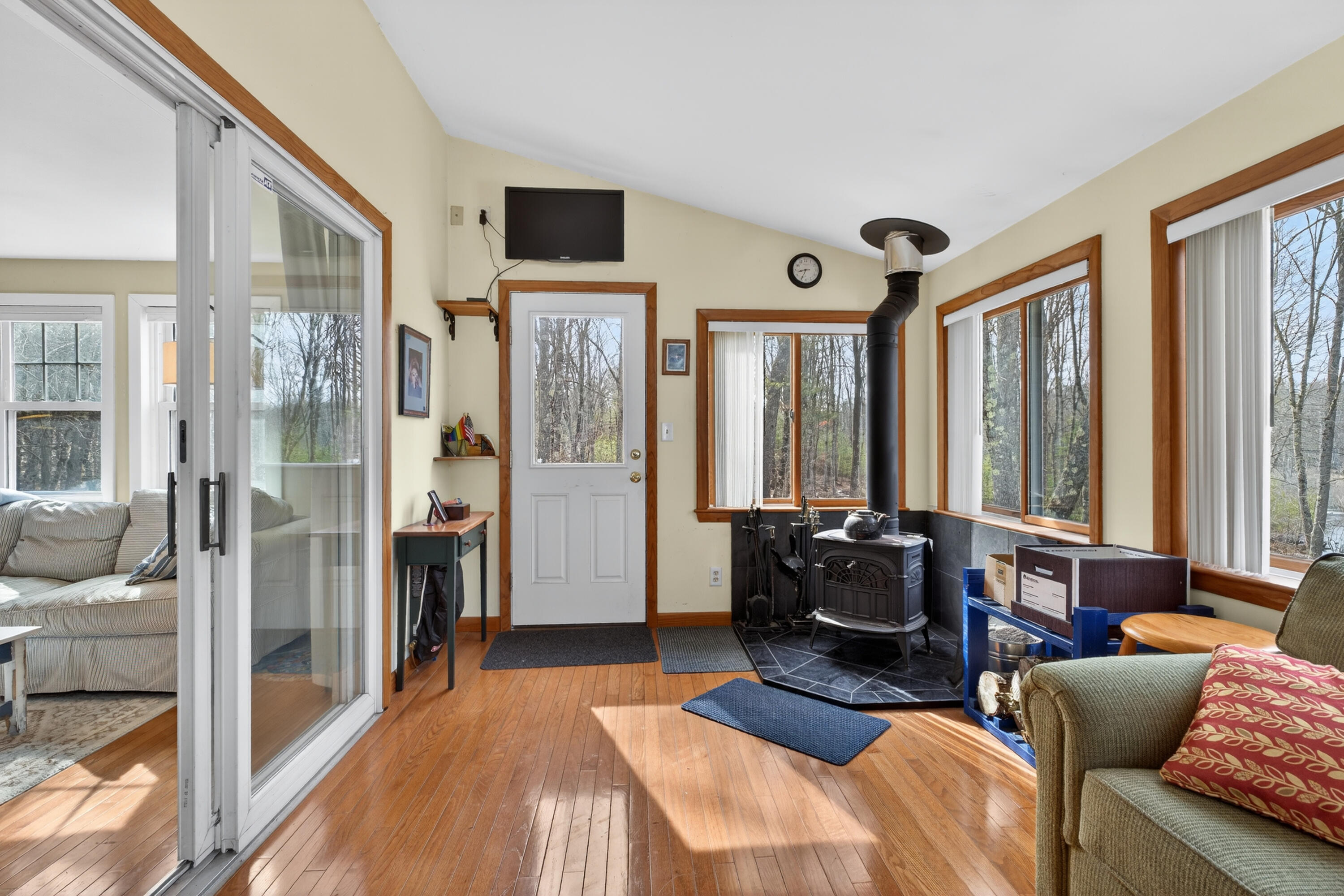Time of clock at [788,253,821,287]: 8:34
